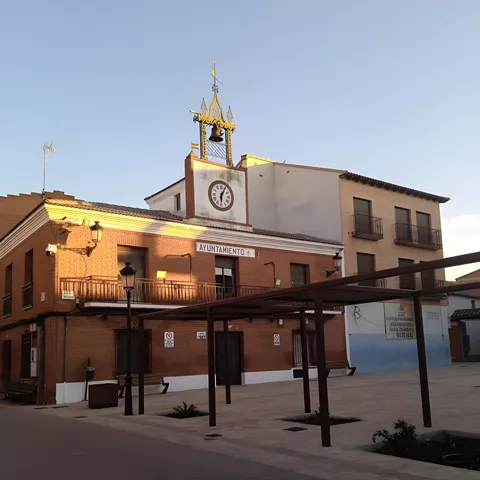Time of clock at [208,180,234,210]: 6:04
